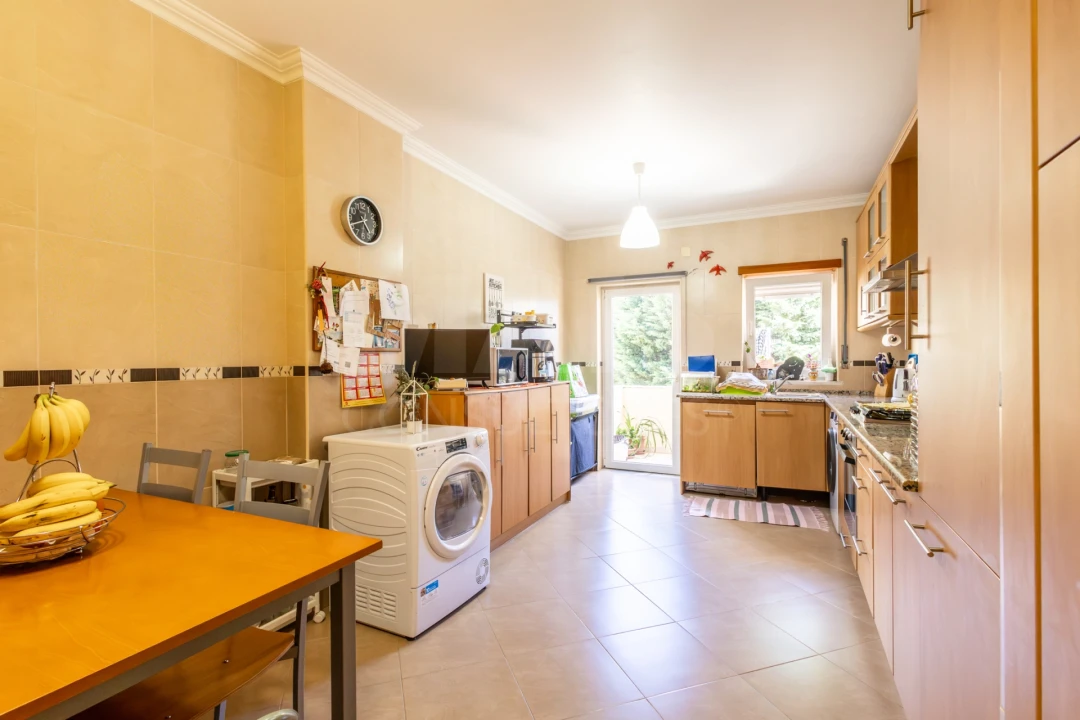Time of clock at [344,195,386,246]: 4:40
